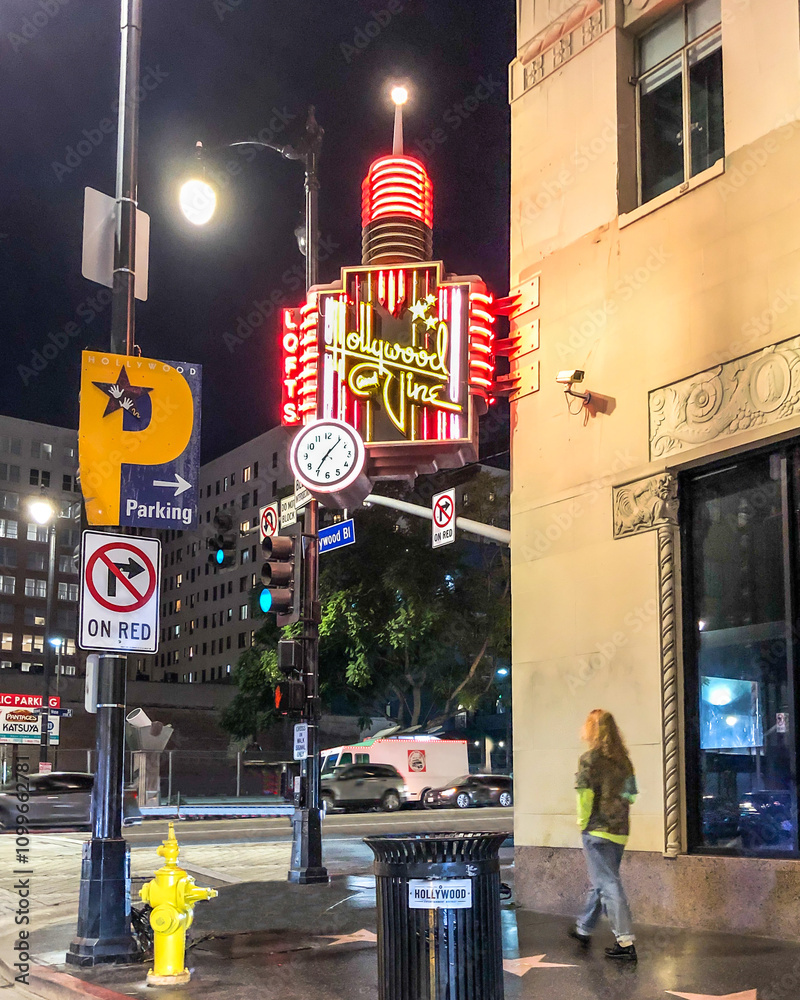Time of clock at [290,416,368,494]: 7:06
